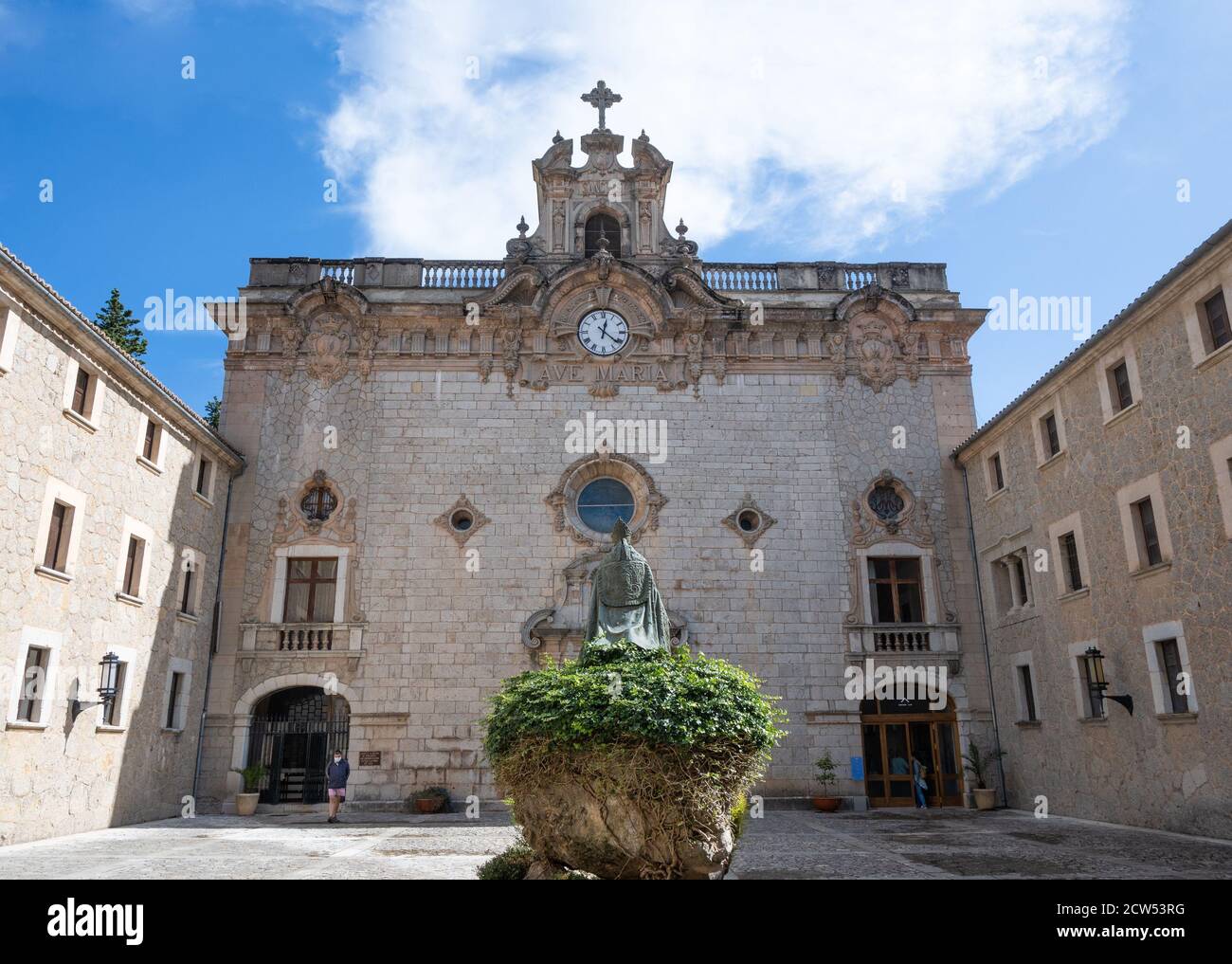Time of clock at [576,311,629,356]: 12:21
